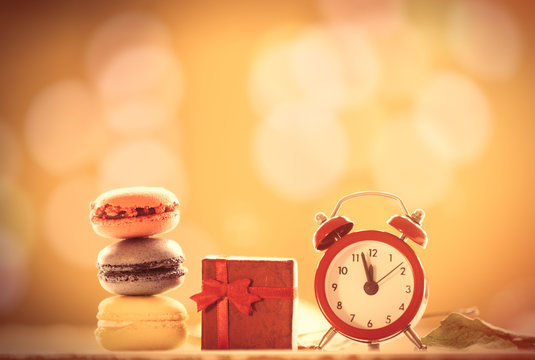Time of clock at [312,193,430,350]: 11:57
